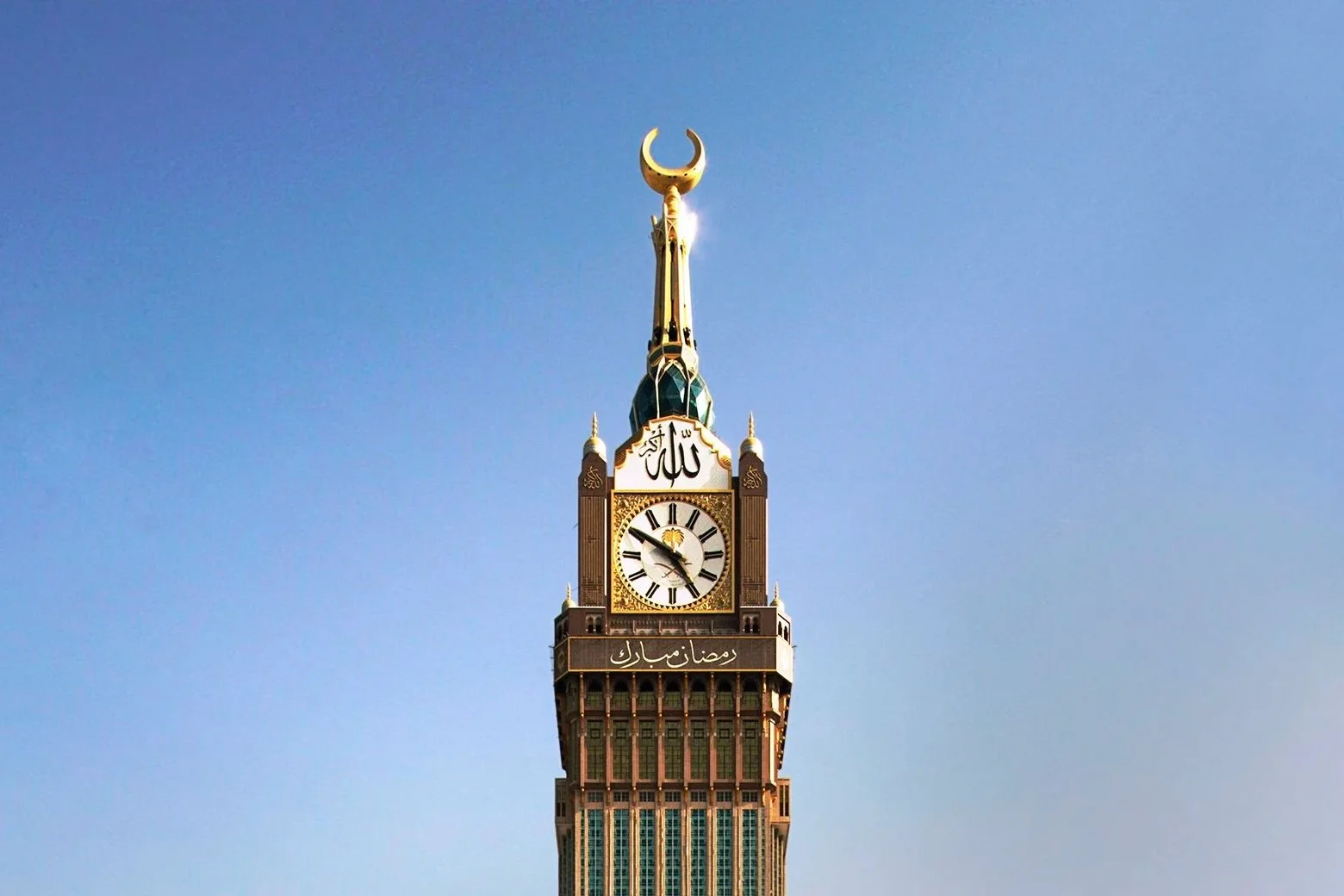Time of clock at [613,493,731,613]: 4:50
